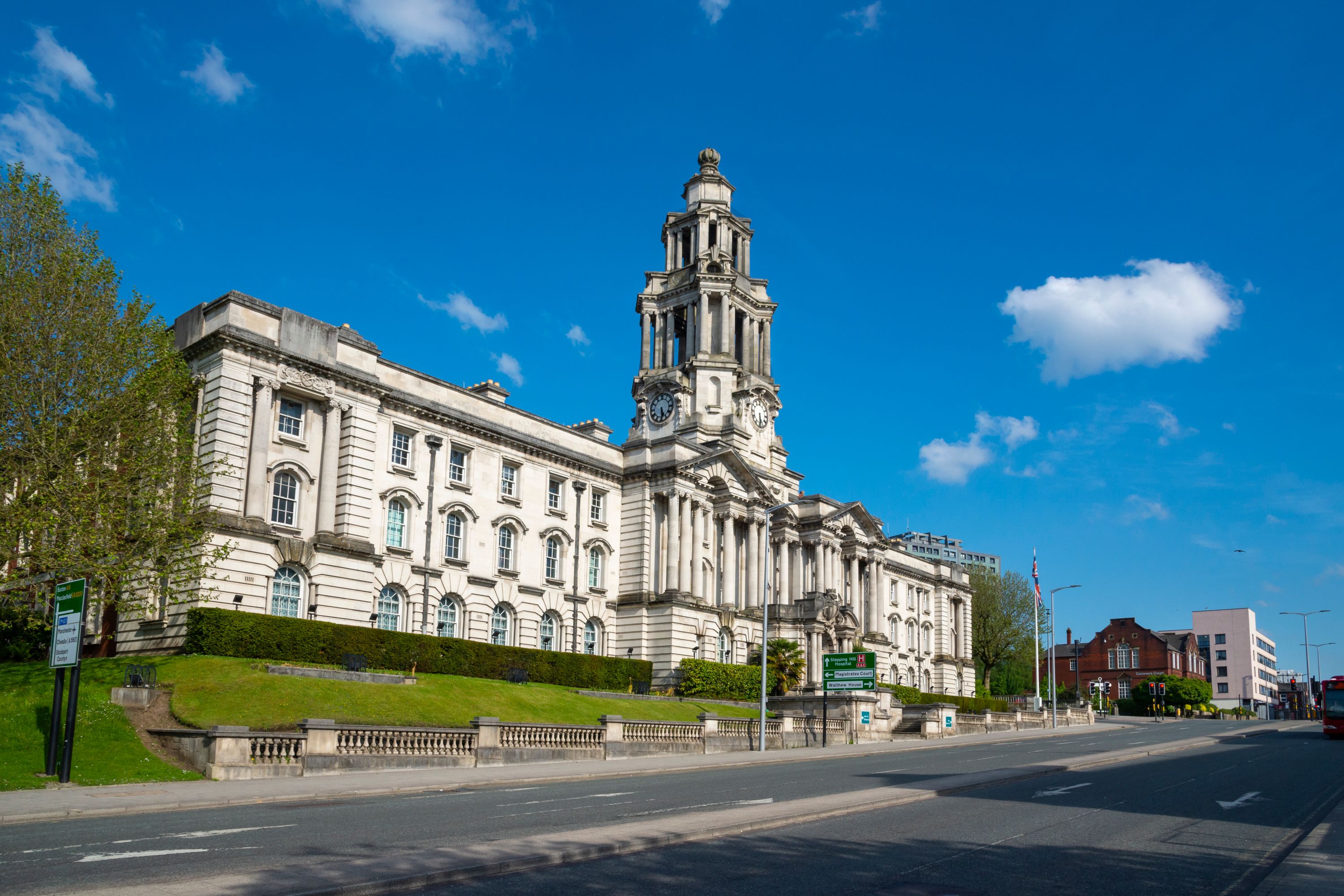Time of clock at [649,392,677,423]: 5:29
